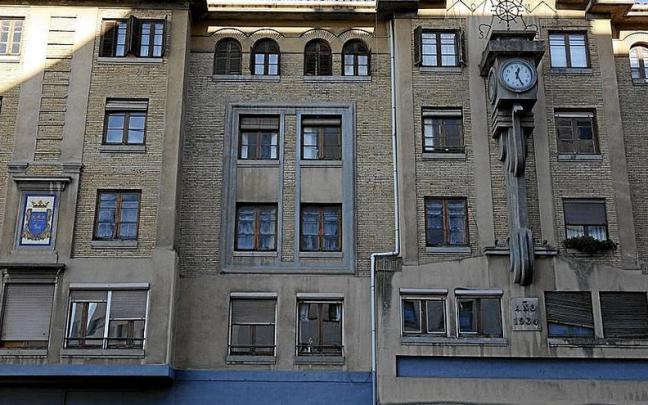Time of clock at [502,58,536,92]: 12:25
